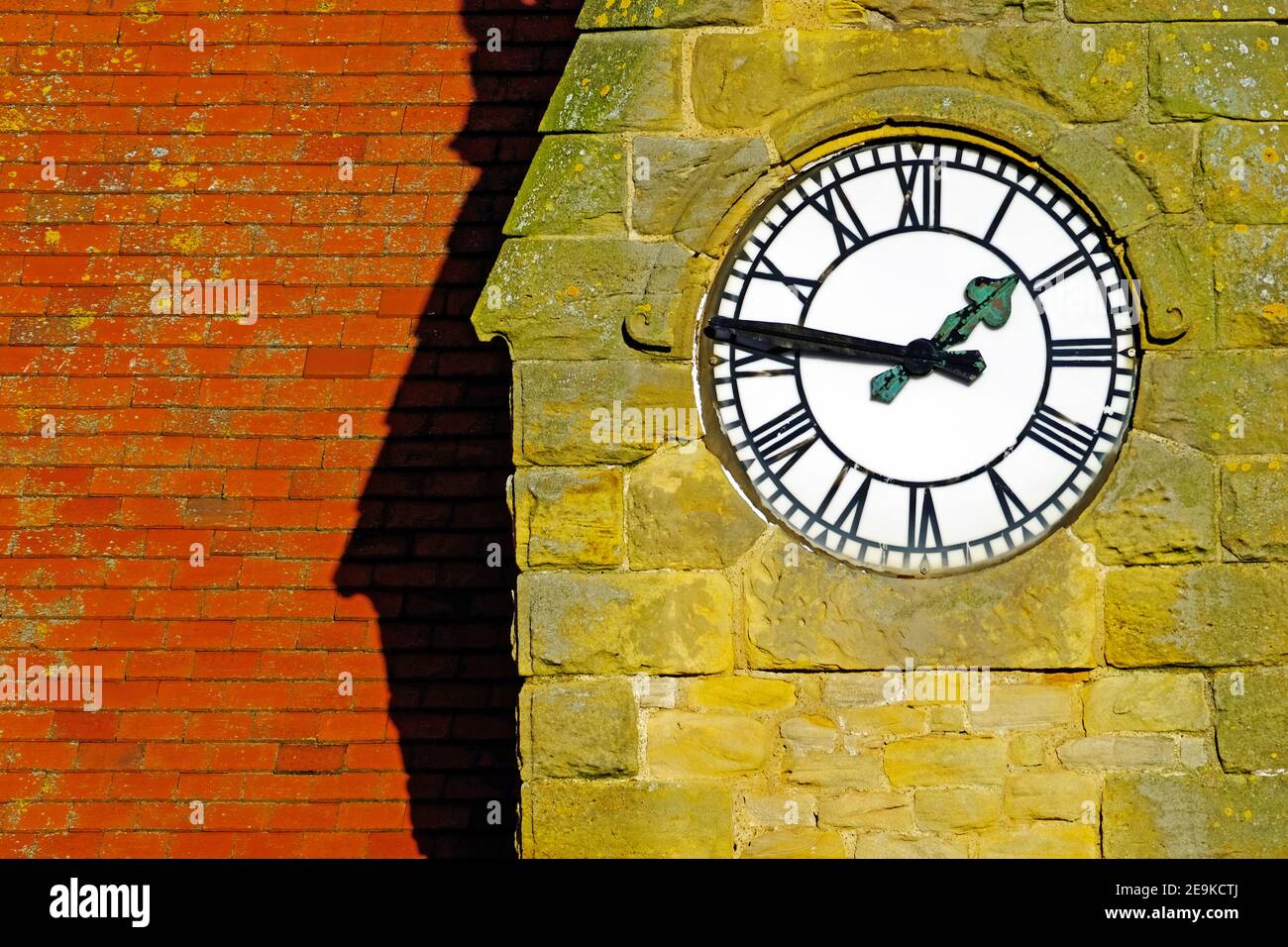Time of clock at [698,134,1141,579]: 1:46
